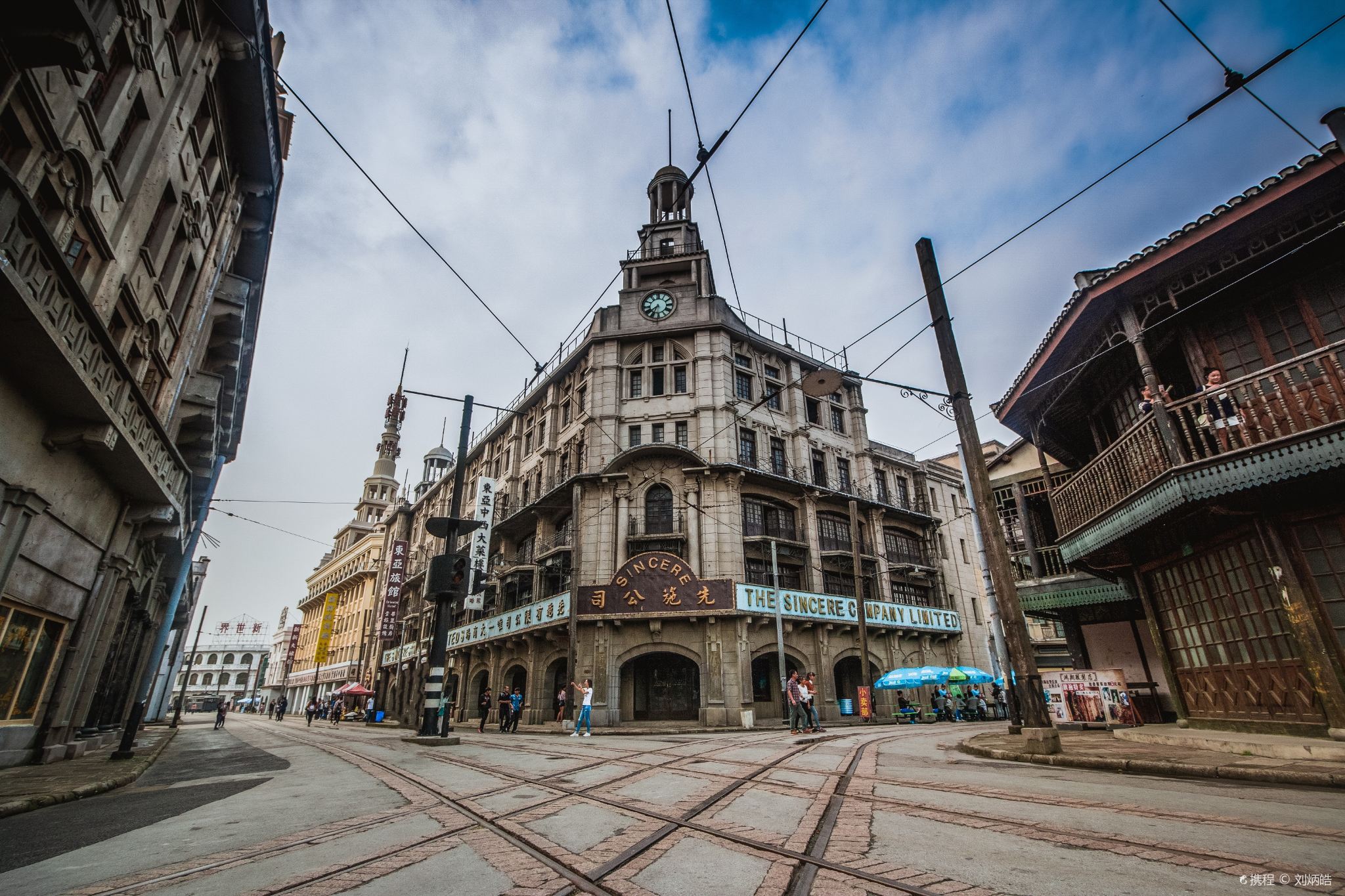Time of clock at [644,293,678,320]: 7:33
